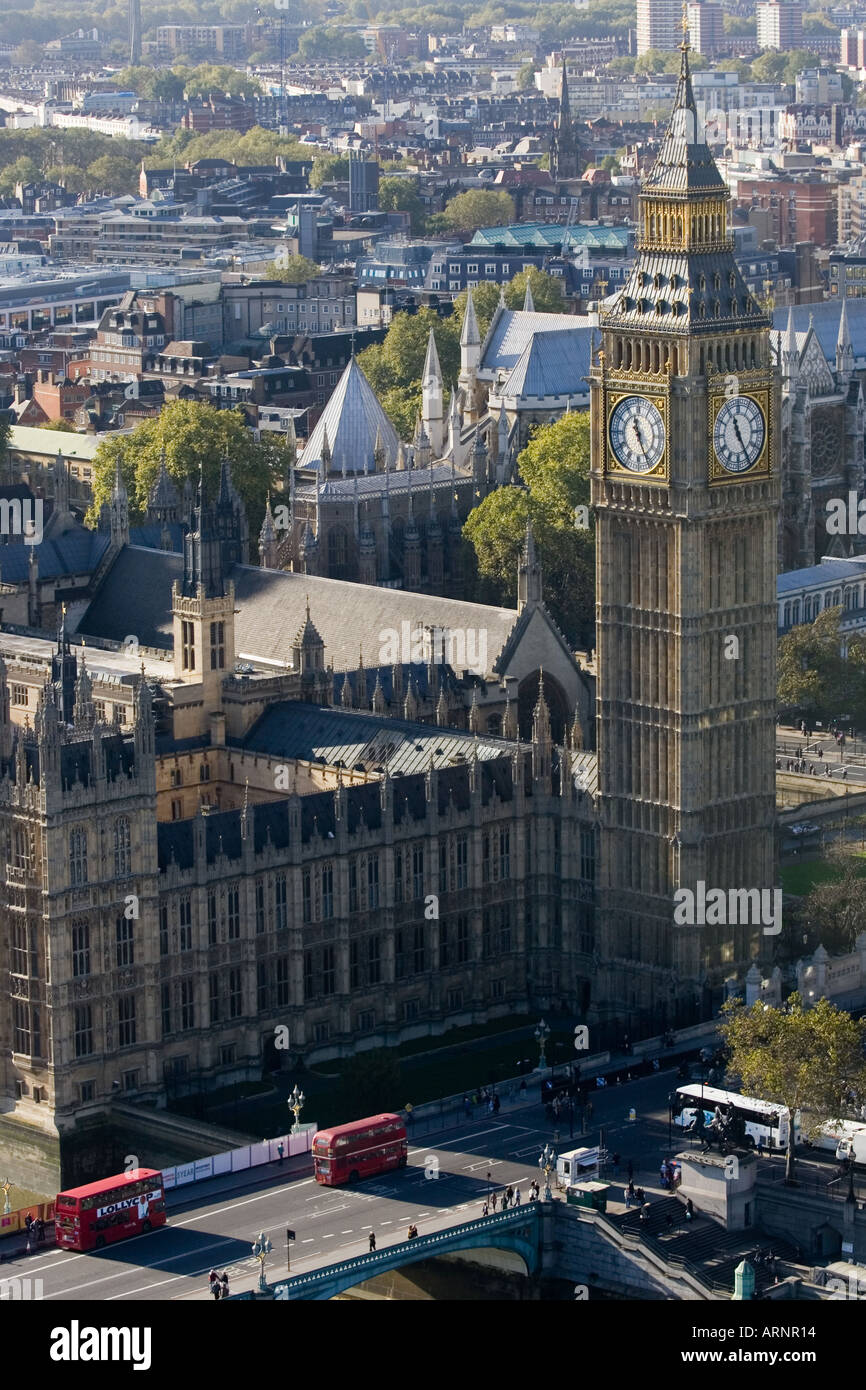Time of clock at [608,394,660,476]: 11:25
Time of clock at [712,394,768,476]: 11:25
